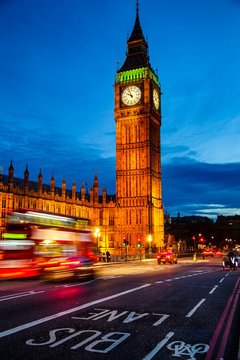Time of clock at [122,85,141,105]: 9:55
